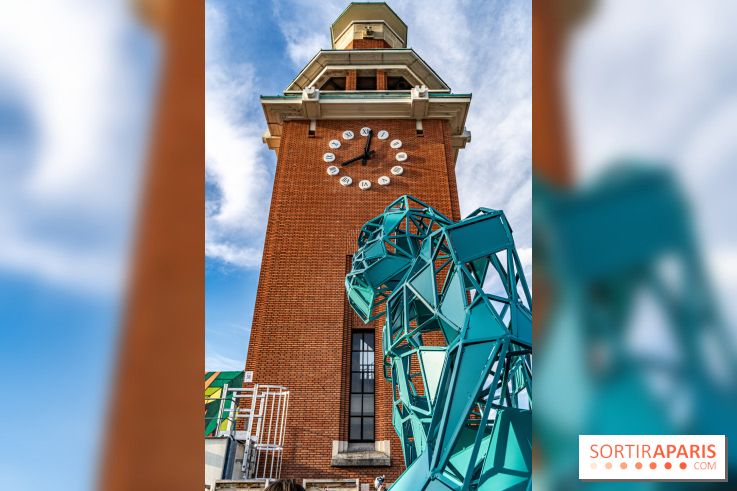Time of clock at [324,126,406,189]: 8:01
